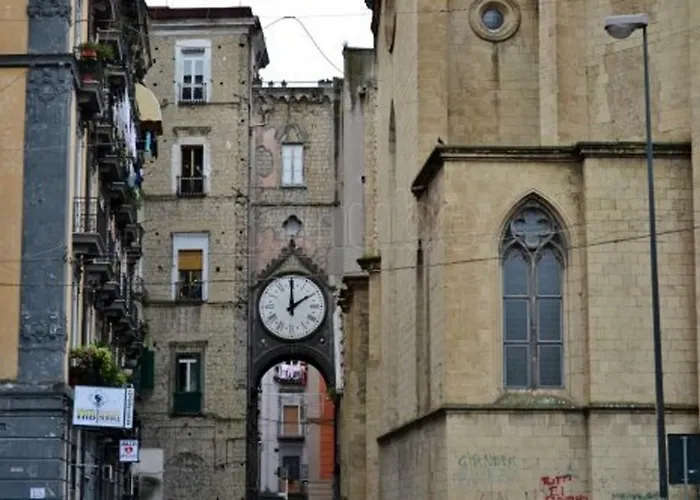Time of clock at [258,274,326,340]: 2:00
